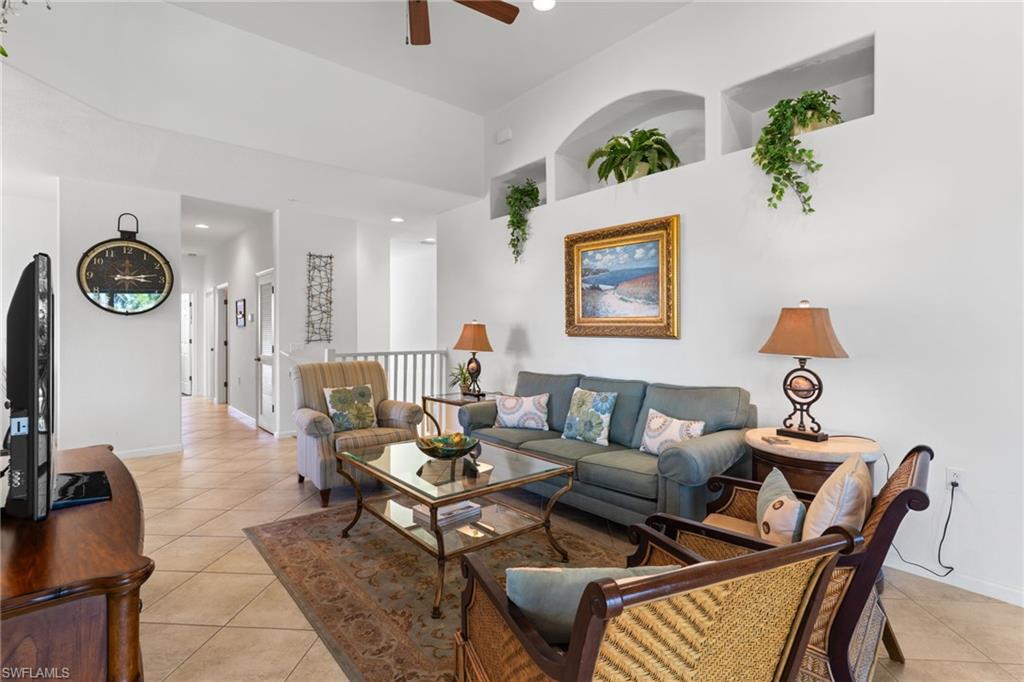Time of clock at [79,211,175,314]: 3:13
